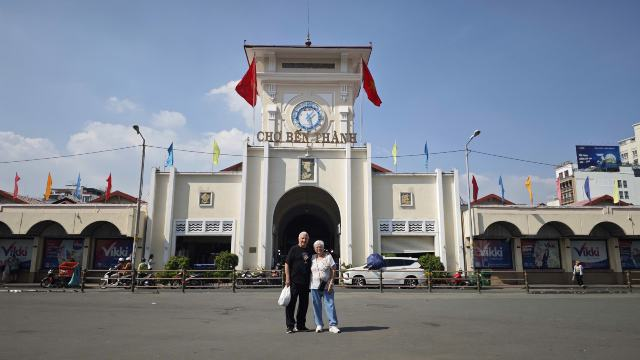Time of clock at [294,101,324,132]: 1:26
